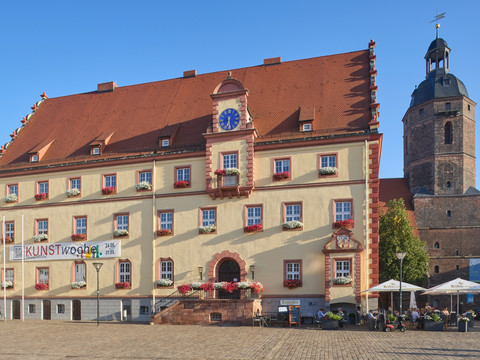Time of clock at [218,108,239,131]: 6:29
